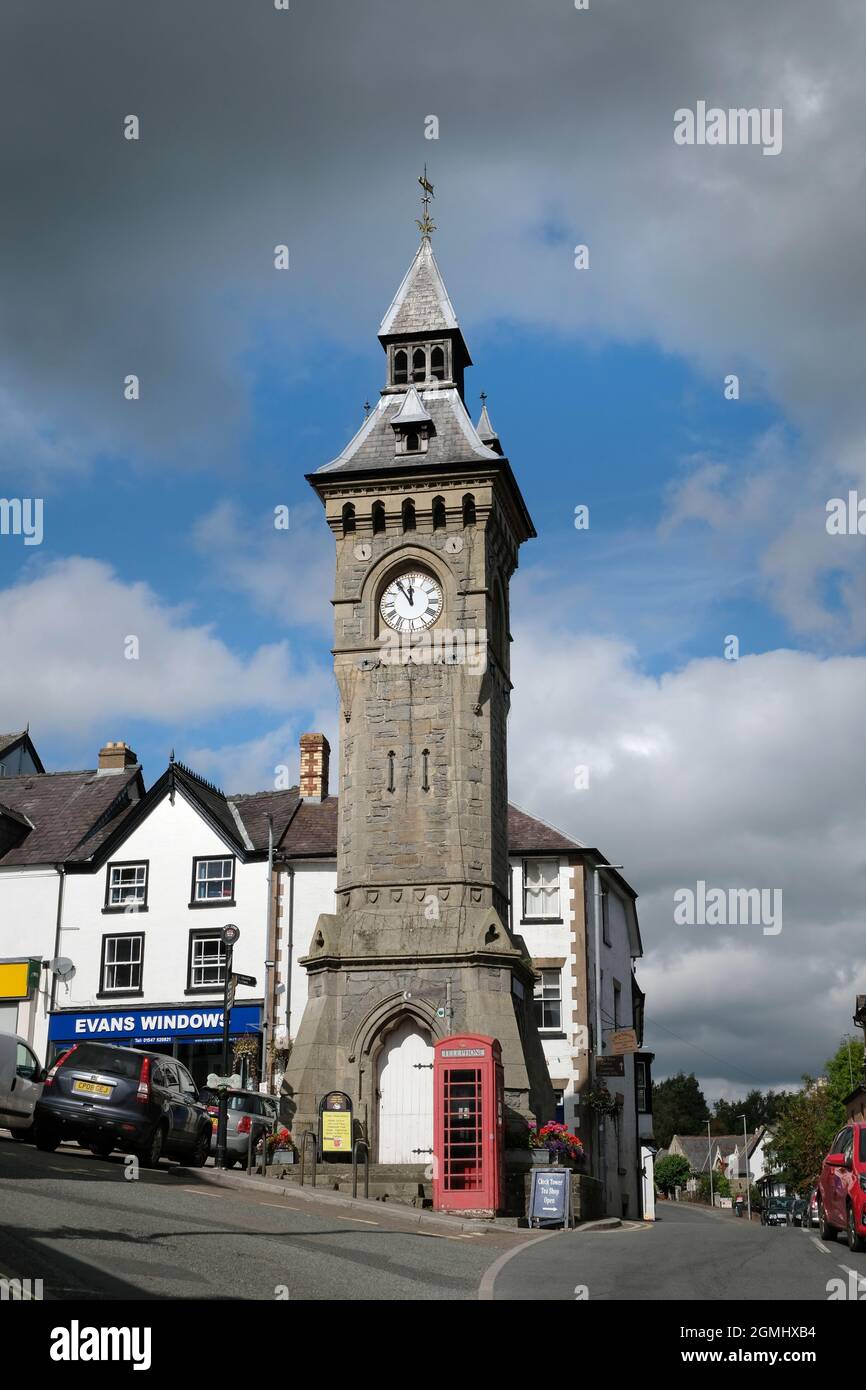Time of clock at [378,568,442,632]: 11:54
